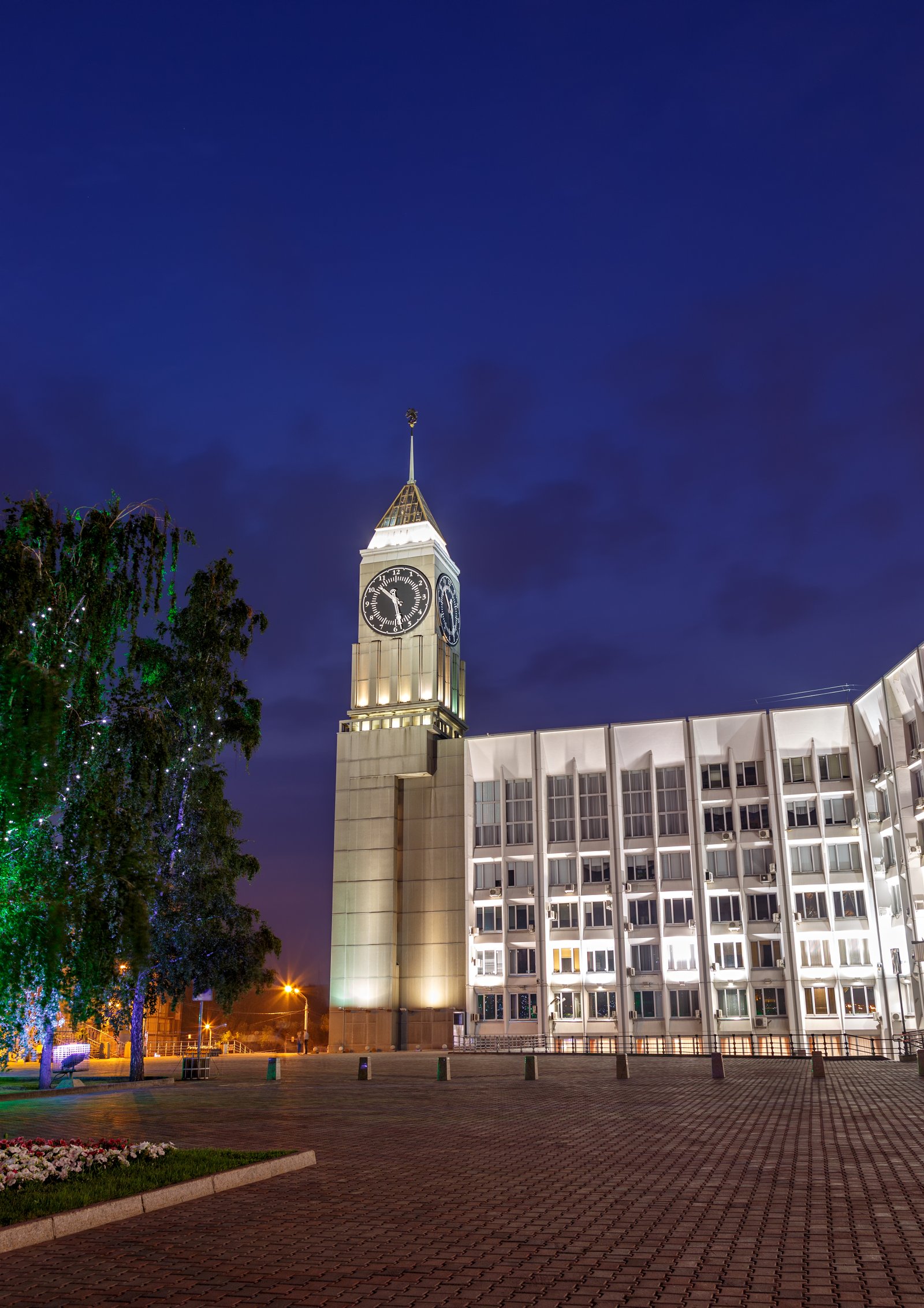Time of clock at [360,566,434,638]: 10:28
